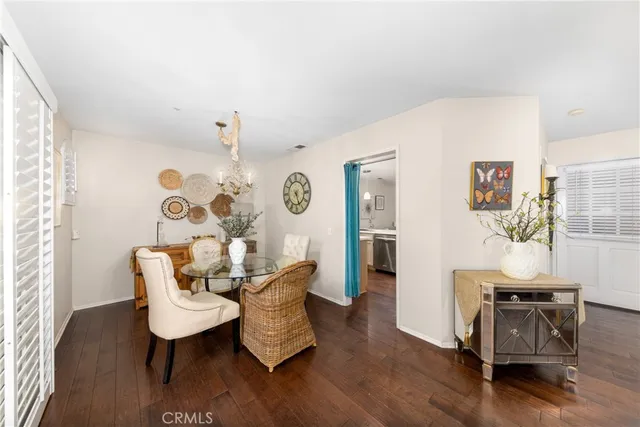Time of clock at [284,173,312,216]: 5:26
